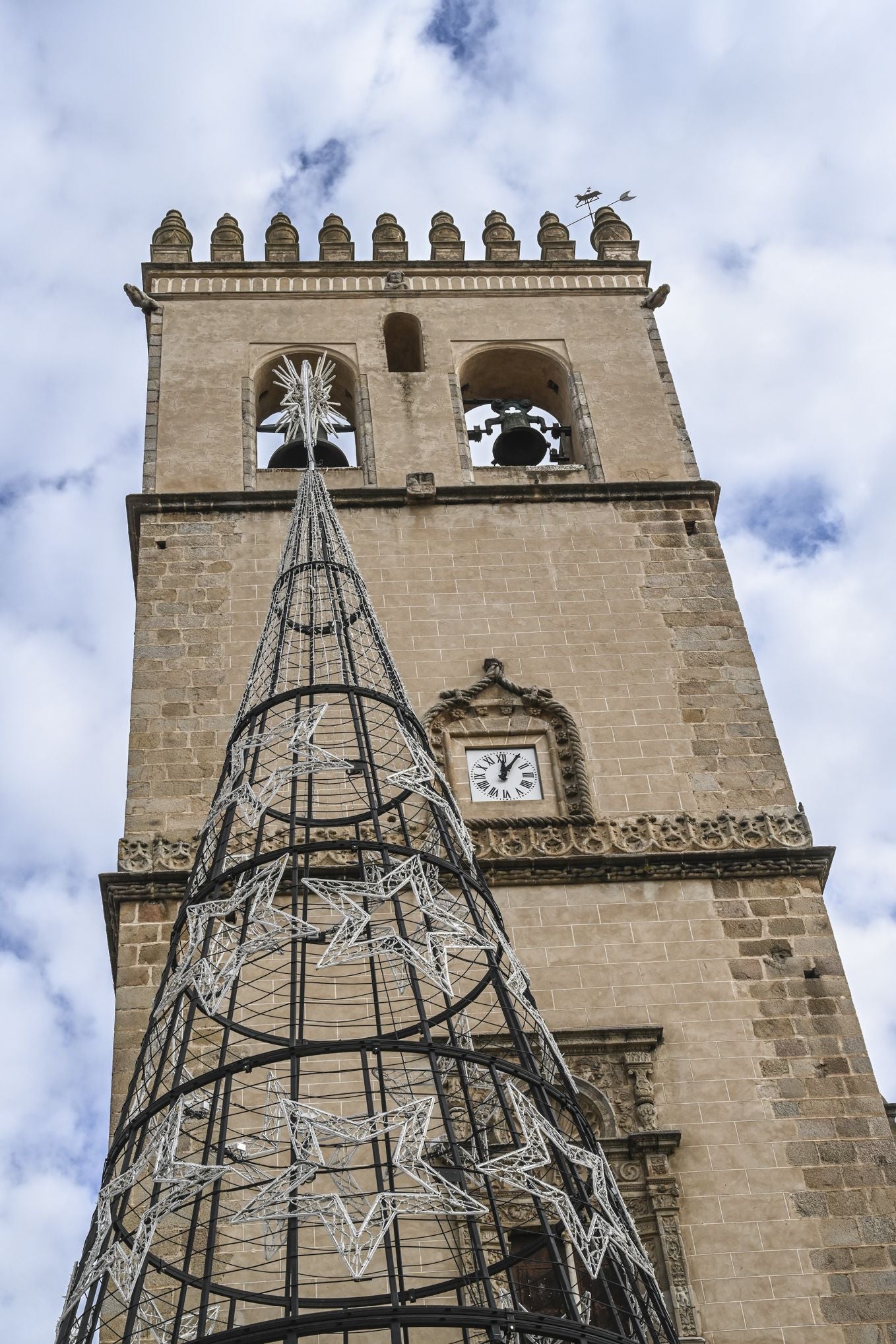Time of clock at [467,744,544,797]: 12:05
